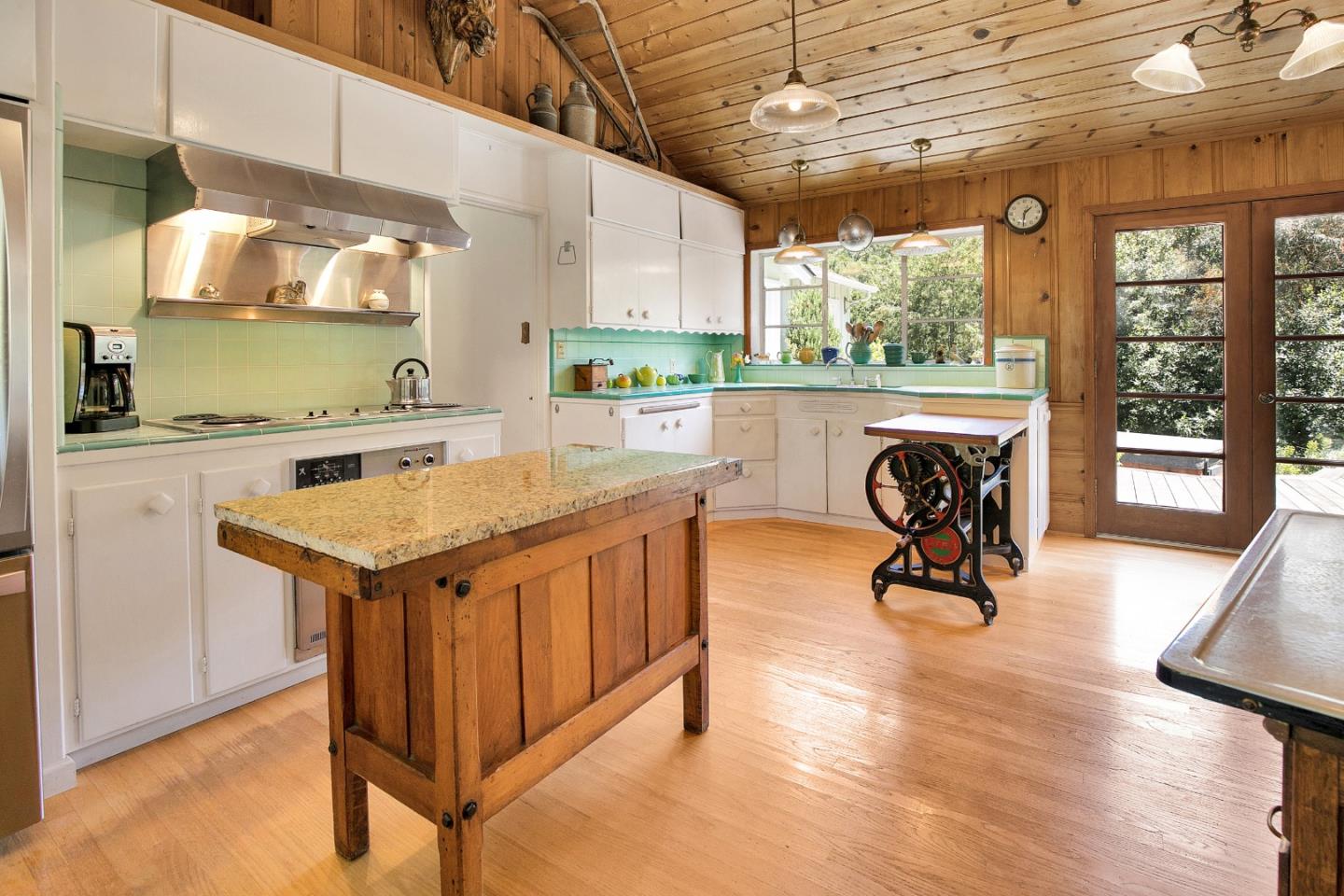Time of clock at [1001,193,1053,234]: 1:31
